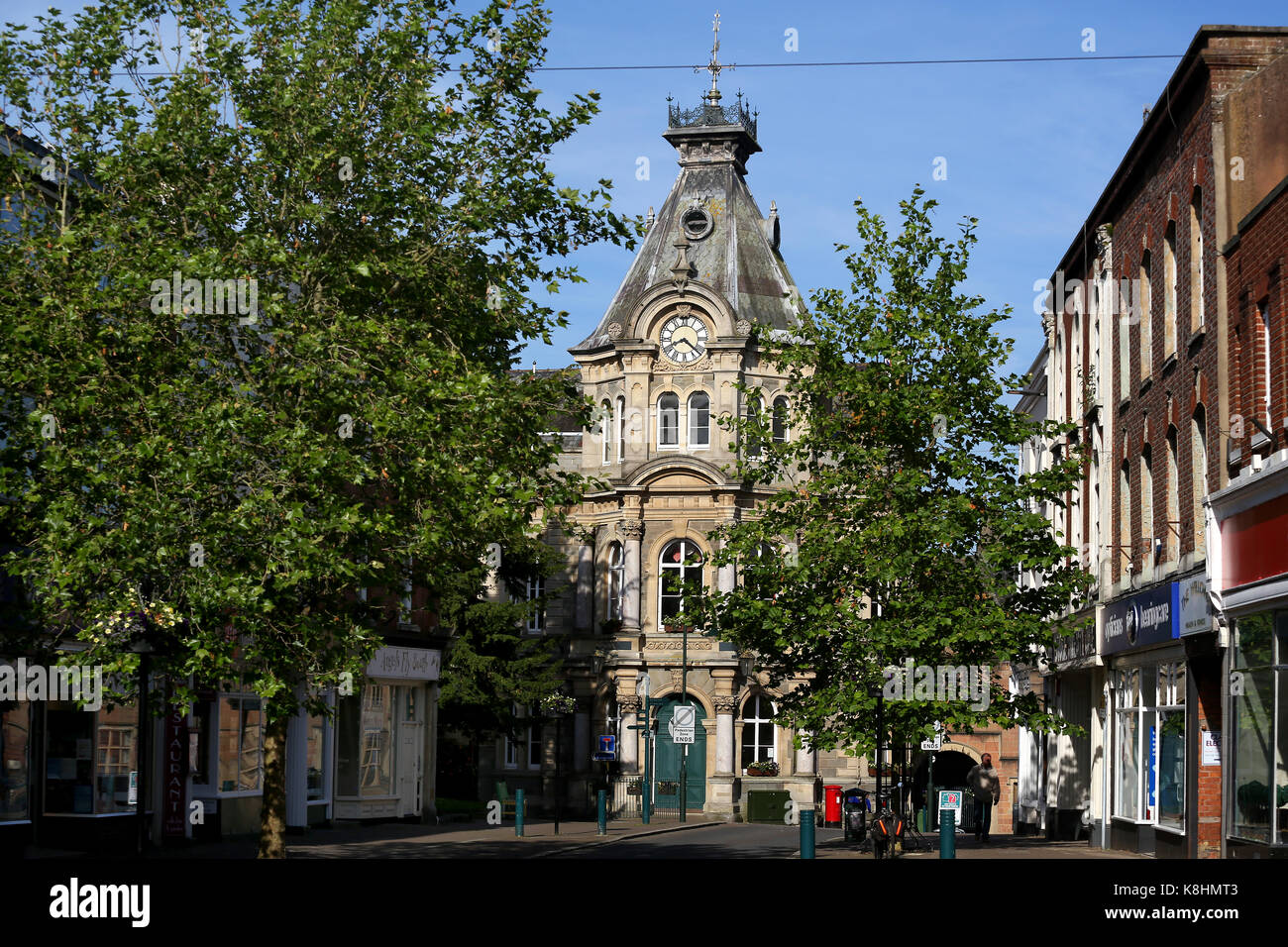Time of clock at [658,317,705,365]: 8:21
